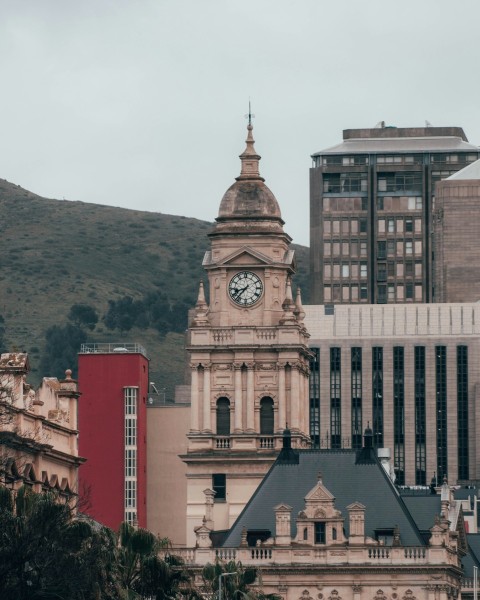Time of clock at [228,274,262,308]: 8:36
